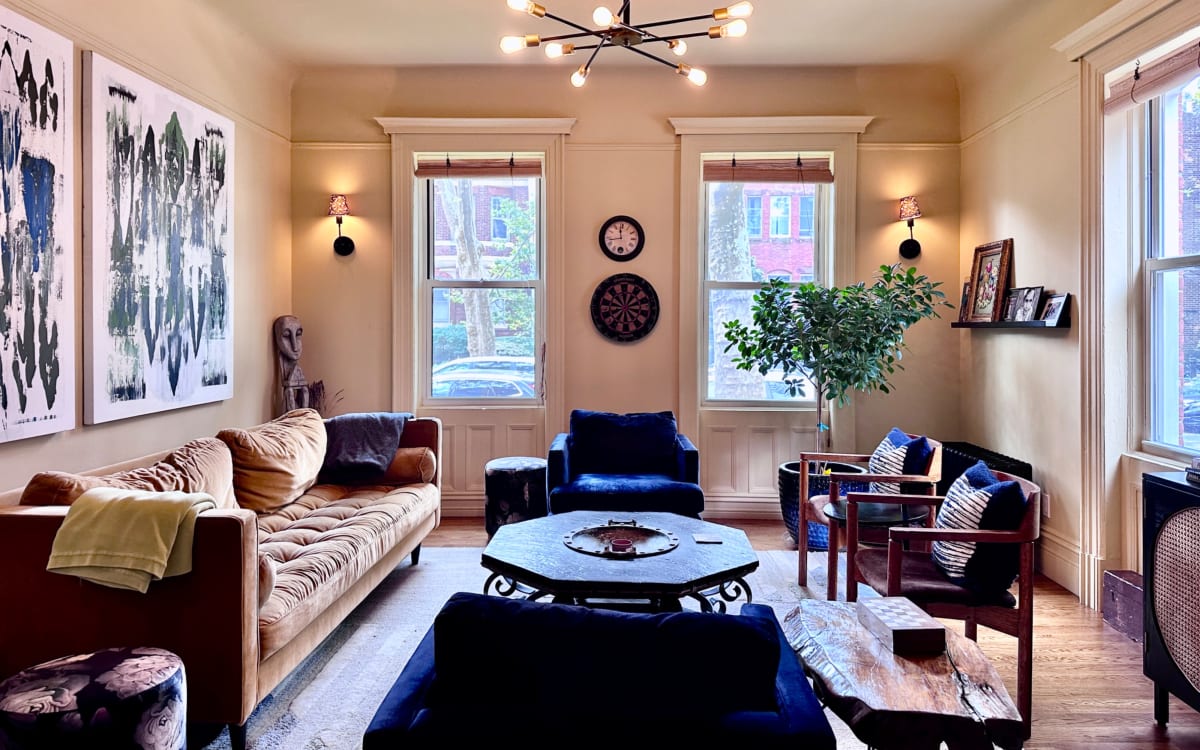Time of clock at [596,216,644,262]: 11:42
